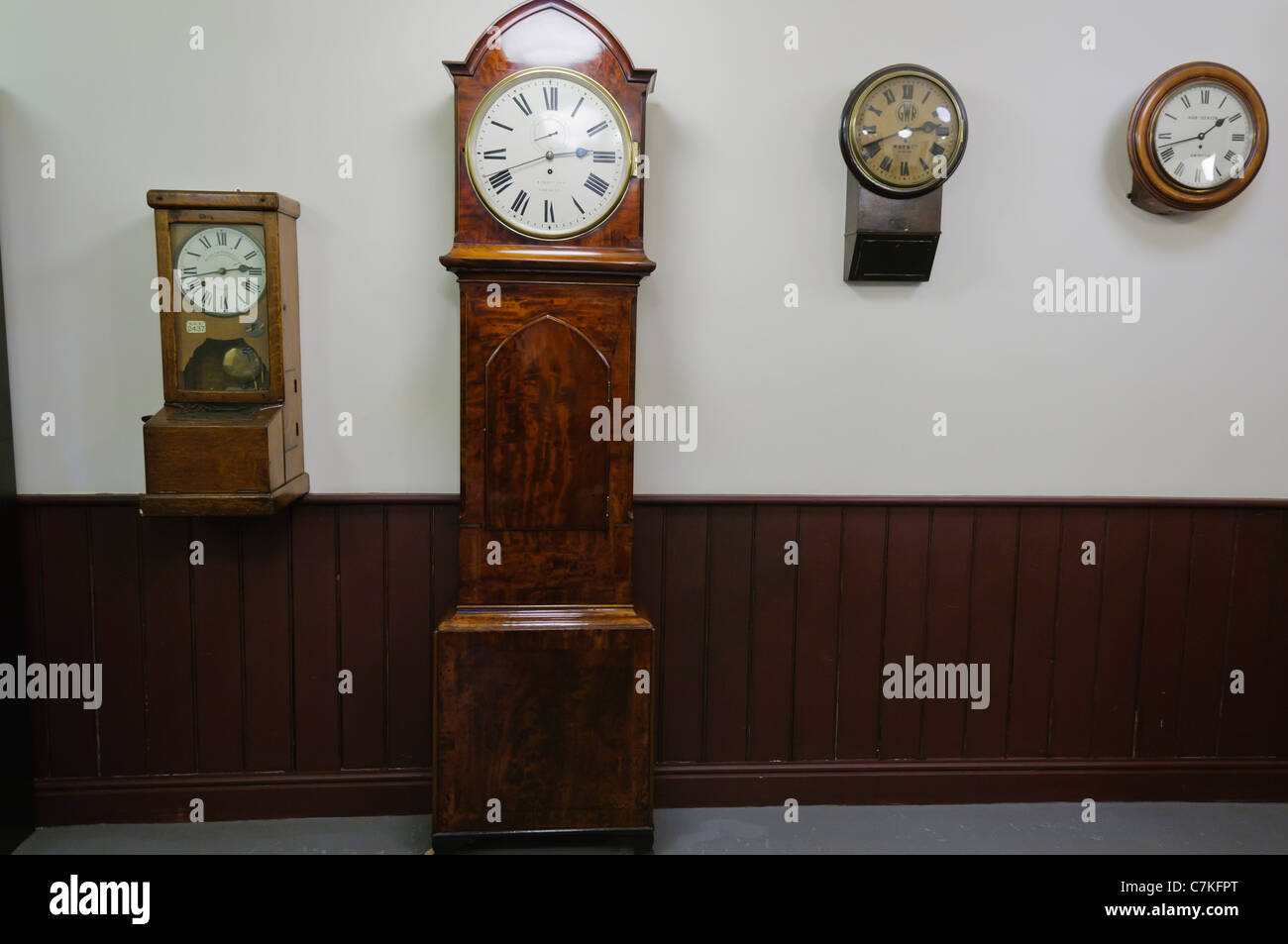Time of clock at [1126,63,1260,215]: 1:42
